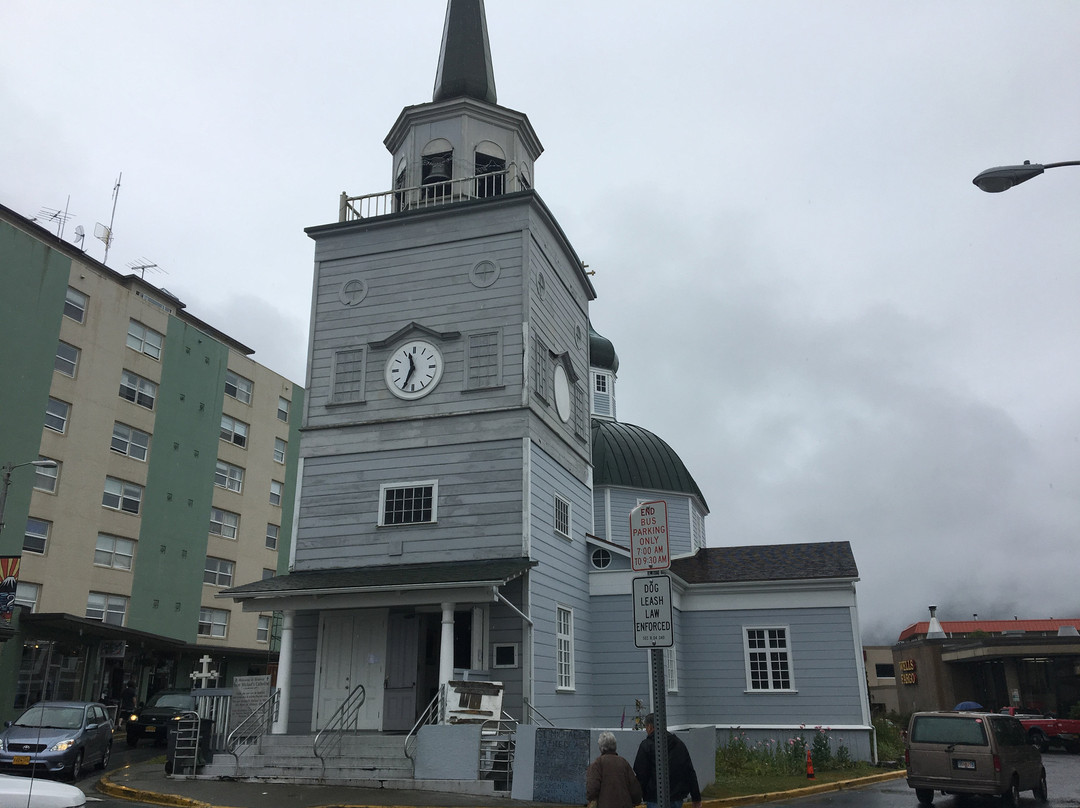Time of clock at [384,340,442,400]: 11:34
